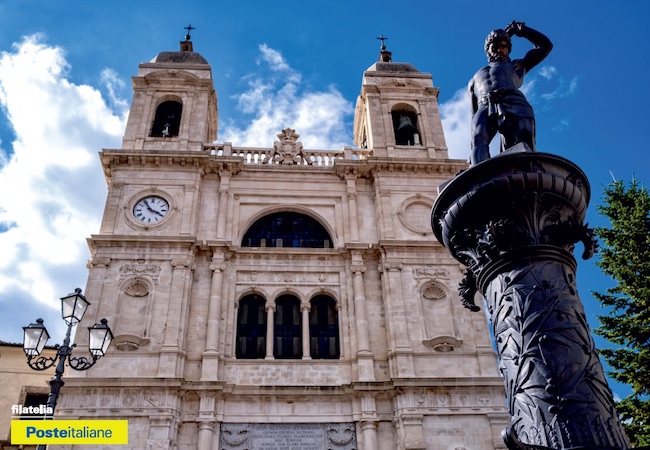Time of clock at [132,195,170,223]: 3:53
